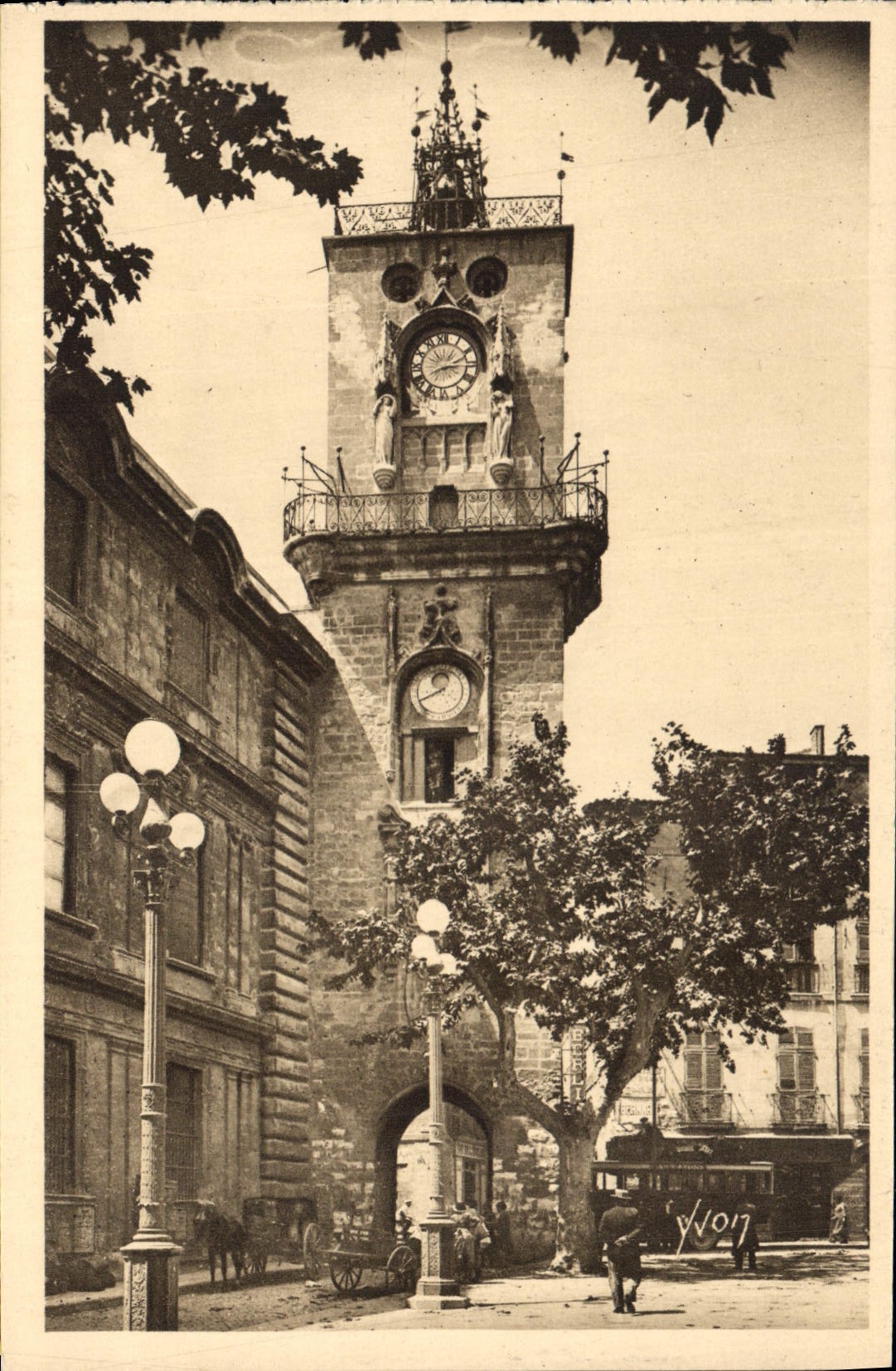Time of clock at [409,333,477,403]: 3:11
